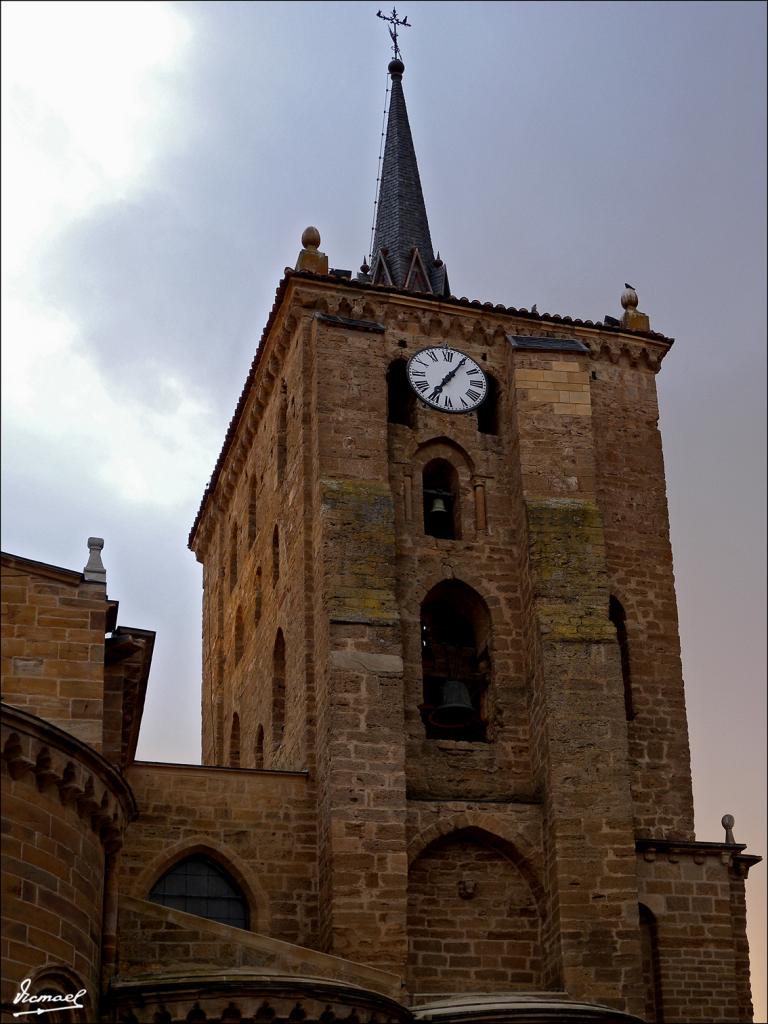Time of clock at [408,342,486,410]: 7:05
